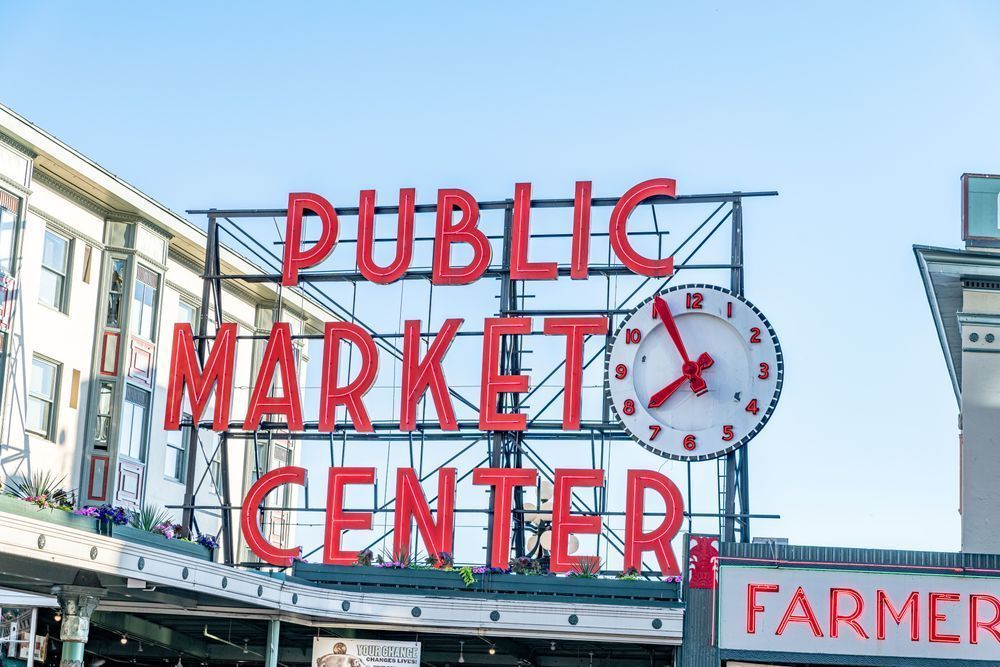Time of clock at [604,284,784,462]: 7:55
